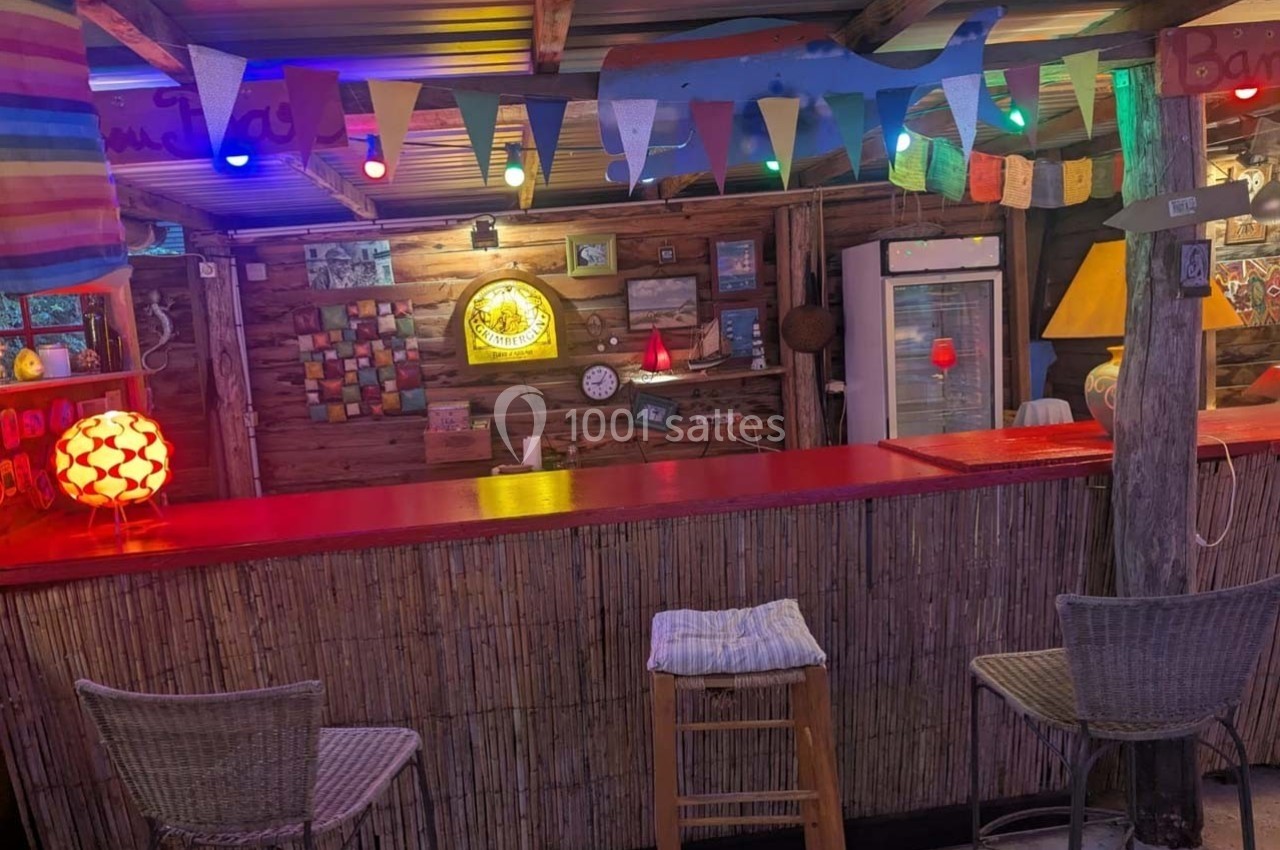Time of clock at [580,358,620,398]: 9:05
